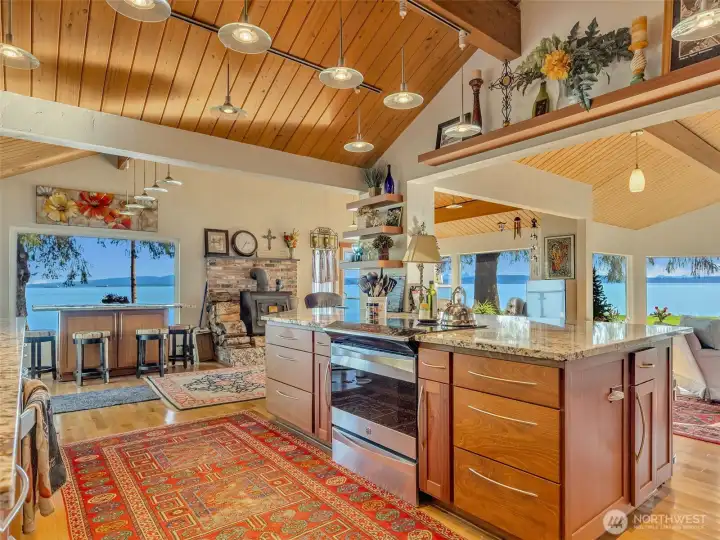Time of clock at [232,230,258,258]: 2:35
